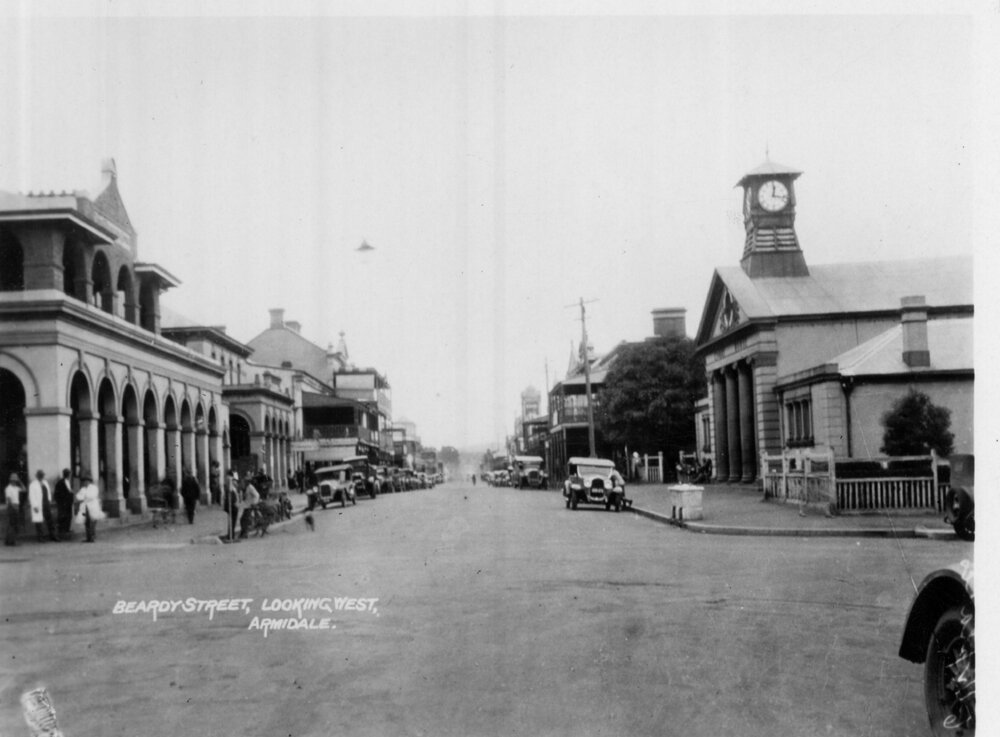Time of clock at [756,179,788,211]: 12:17
